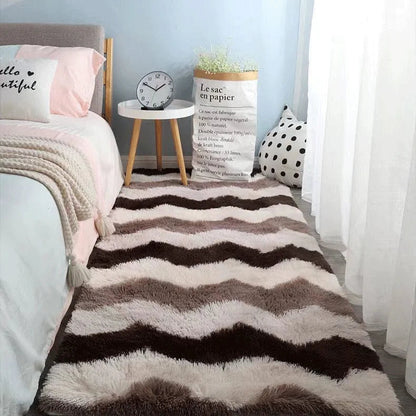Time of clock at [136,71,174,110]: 1:50
